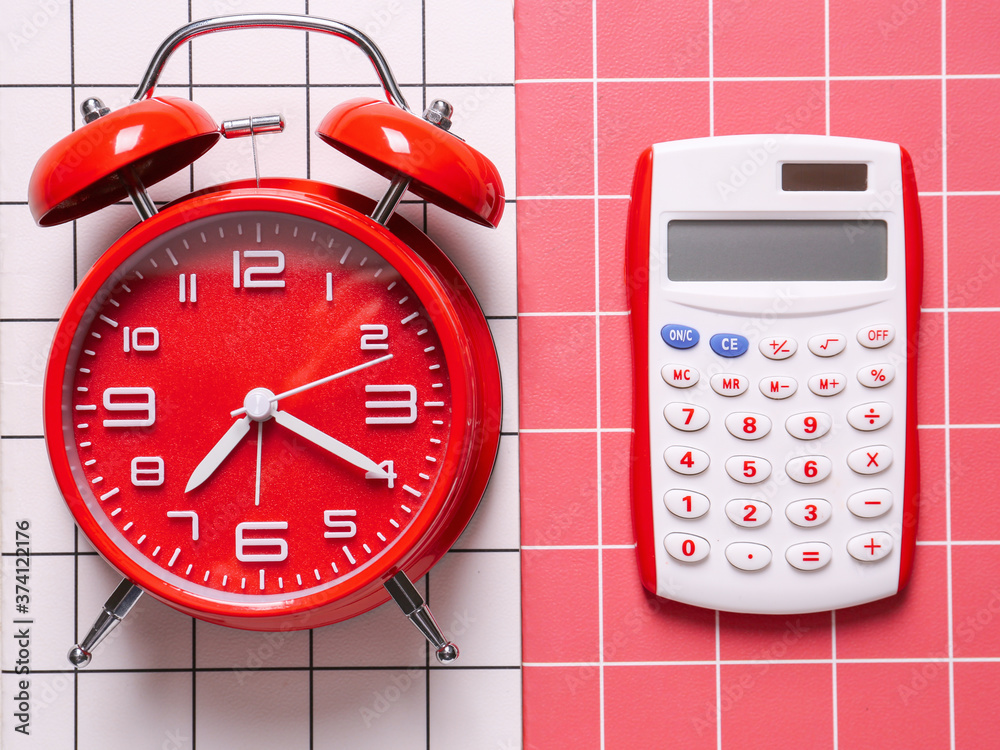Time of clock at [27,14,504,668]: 7:20
